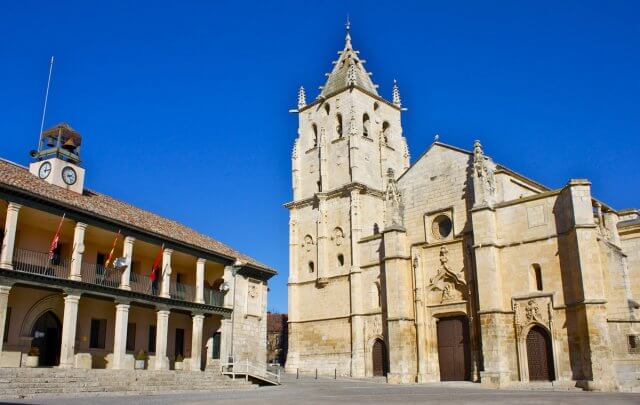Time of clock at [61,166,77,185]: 2:23
